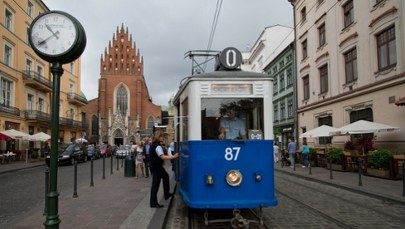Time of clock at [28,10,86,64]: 10:38
